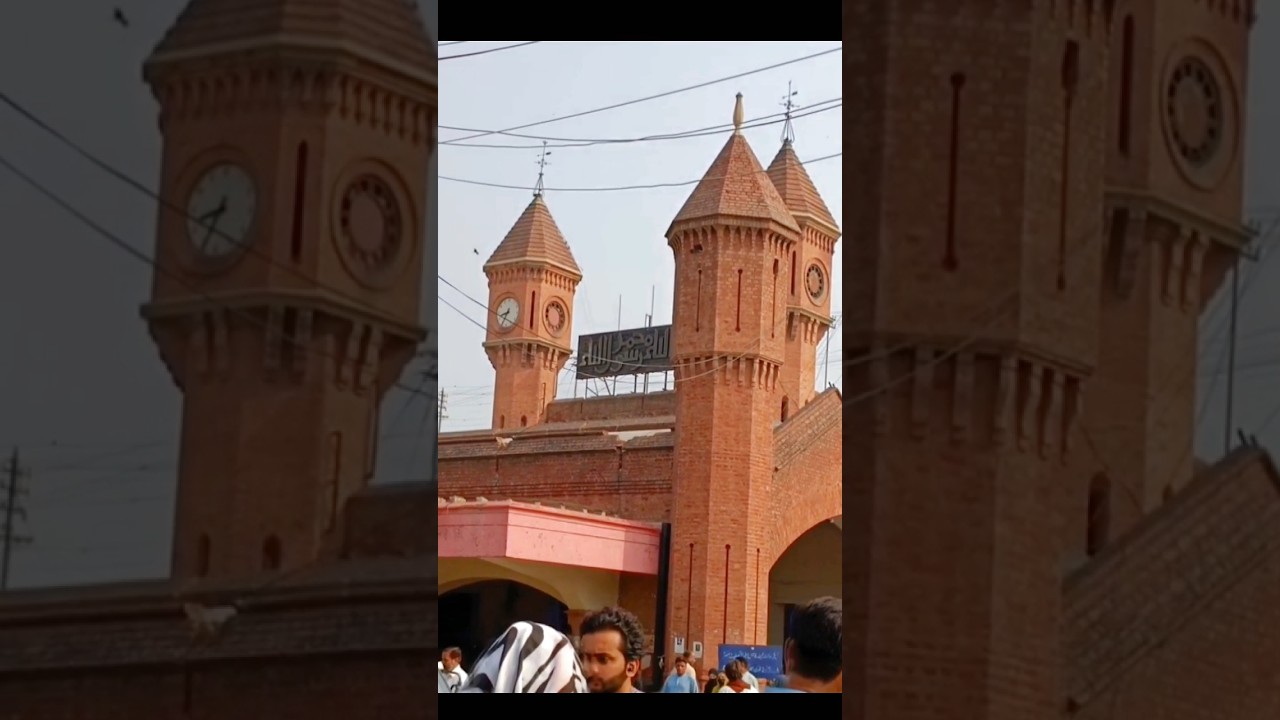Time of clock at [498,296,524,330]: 8:34
